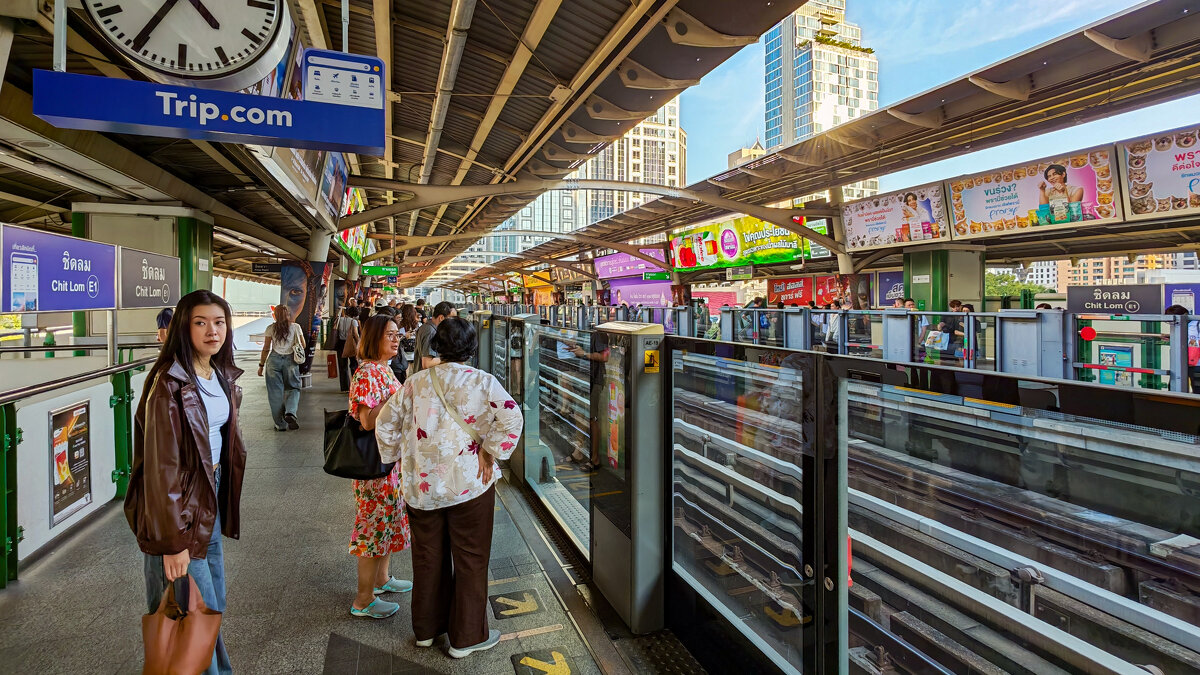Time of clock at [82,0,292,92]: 4:35
